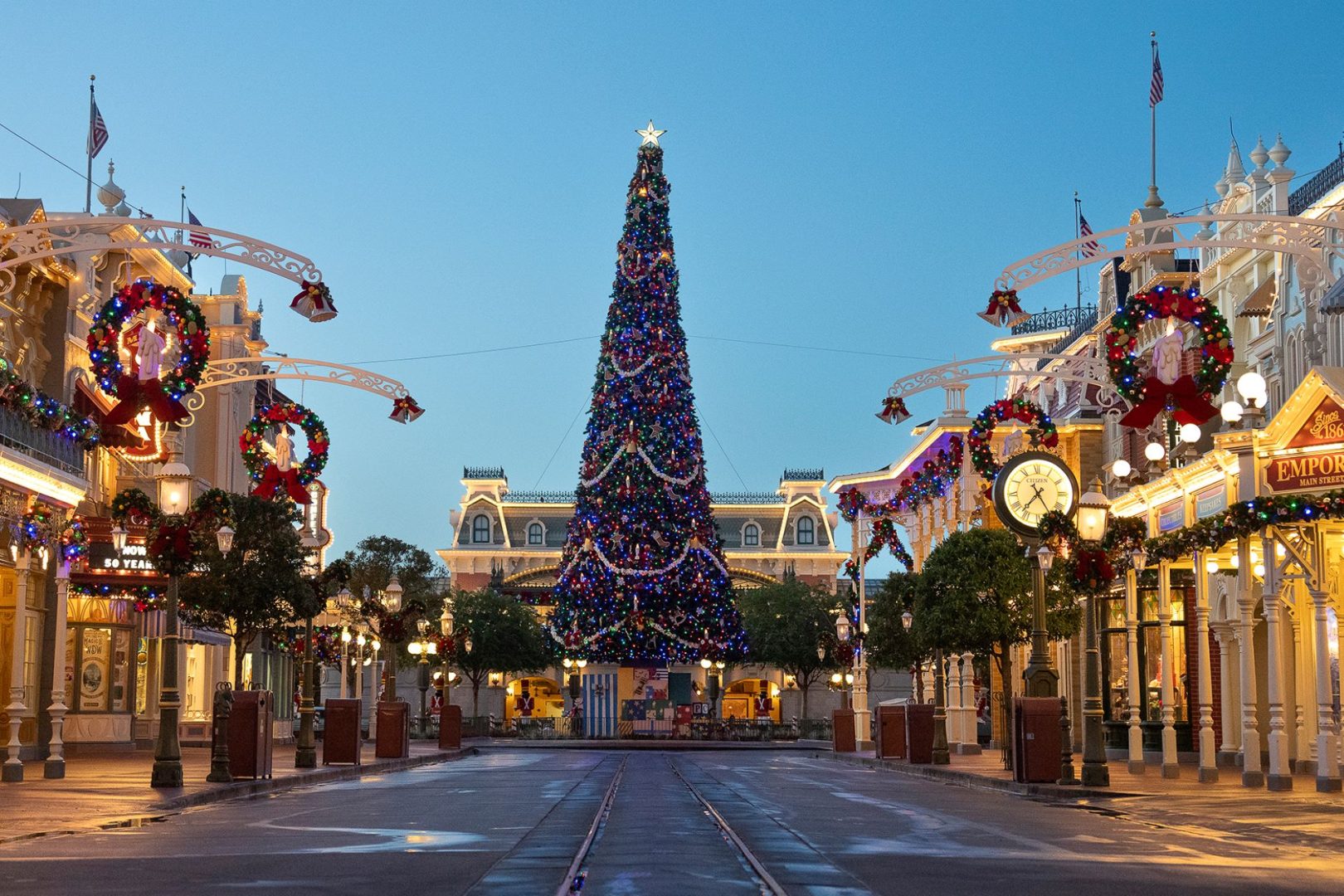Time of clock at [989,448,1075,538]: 7:24
